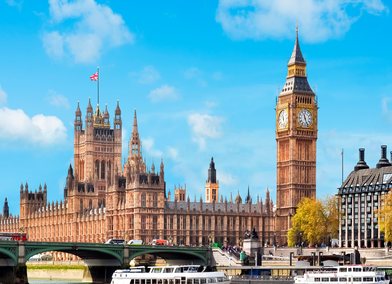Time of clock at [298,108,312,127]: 11:26
